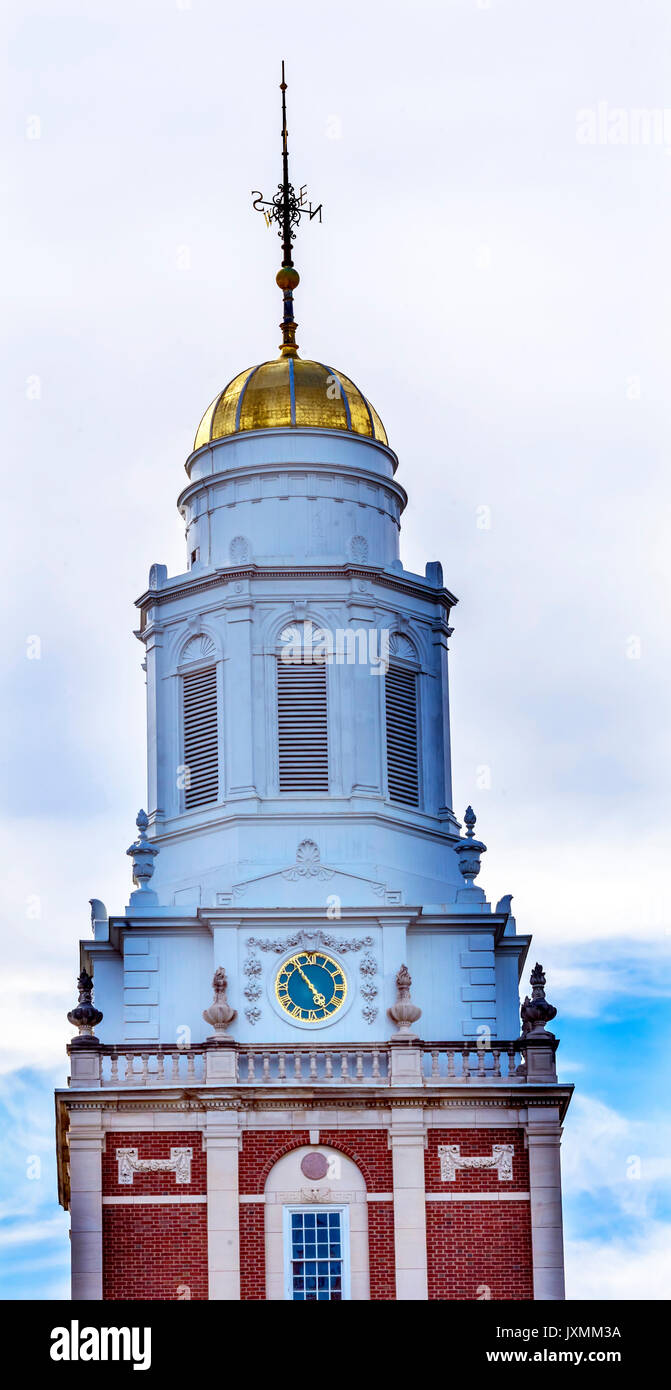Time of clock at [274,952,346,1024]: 4:54
